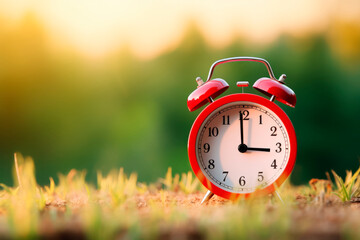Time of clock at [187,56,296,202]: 2:59
